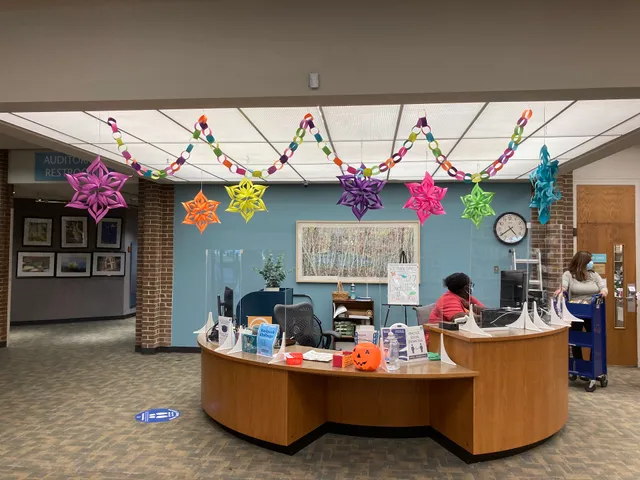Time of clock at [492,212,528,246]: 4:39
